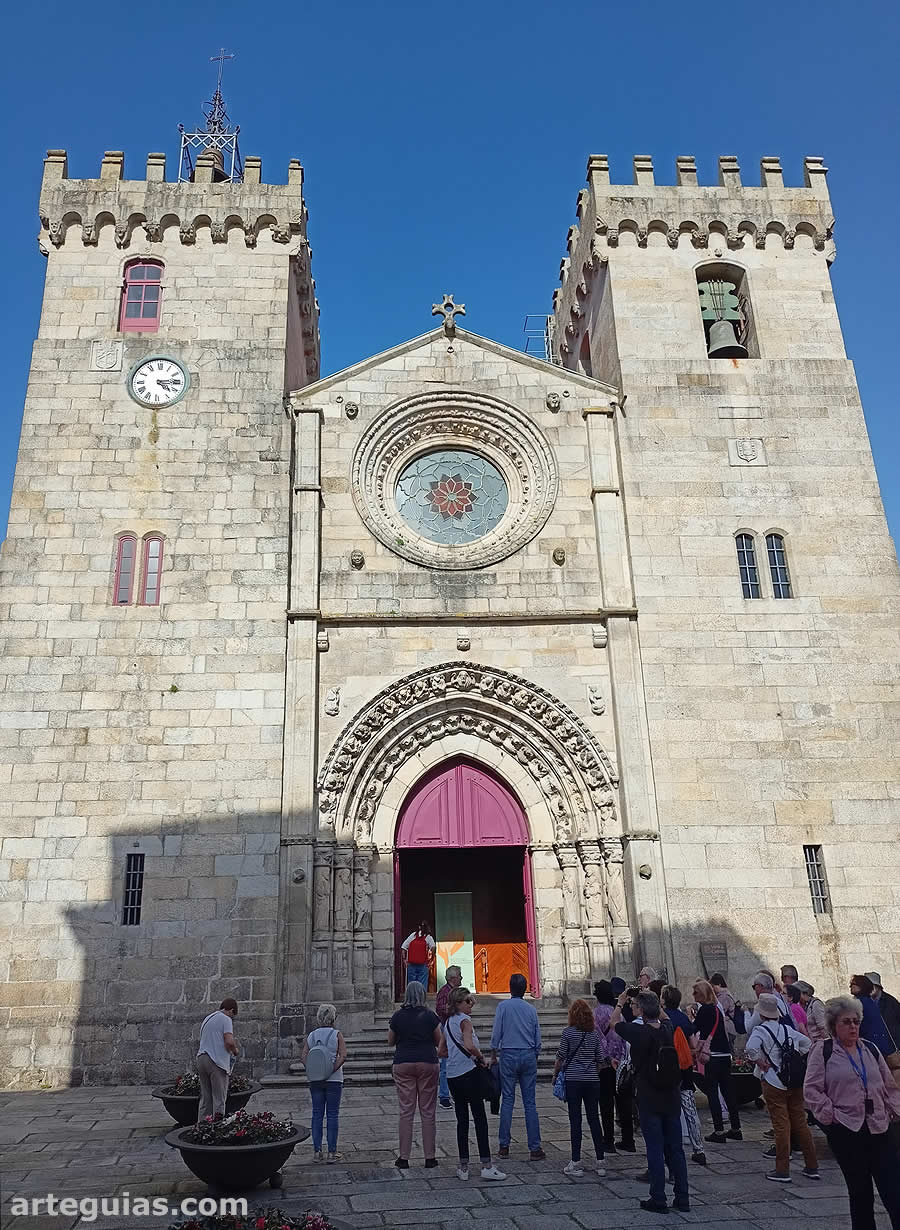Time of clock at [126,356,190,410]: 4:14
